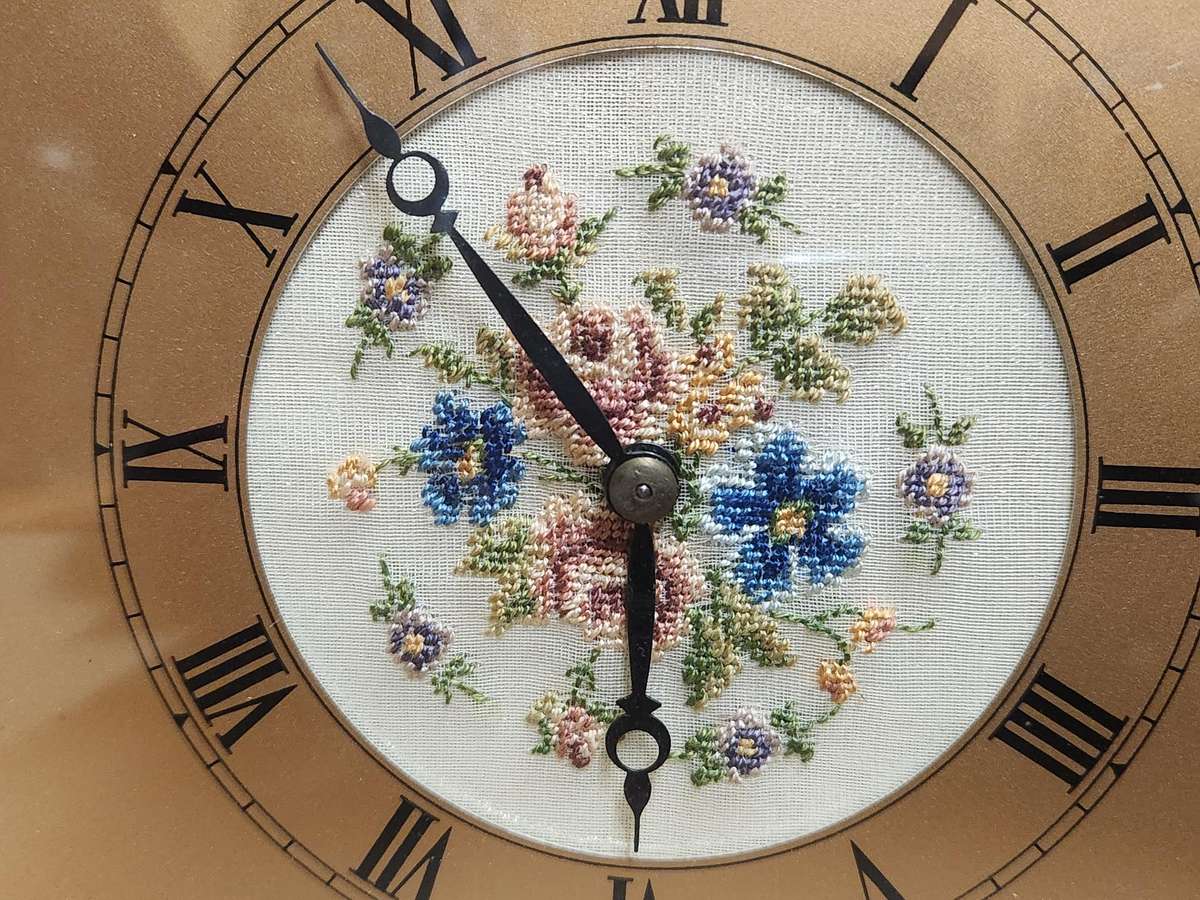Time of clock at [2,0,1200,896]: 10:30
